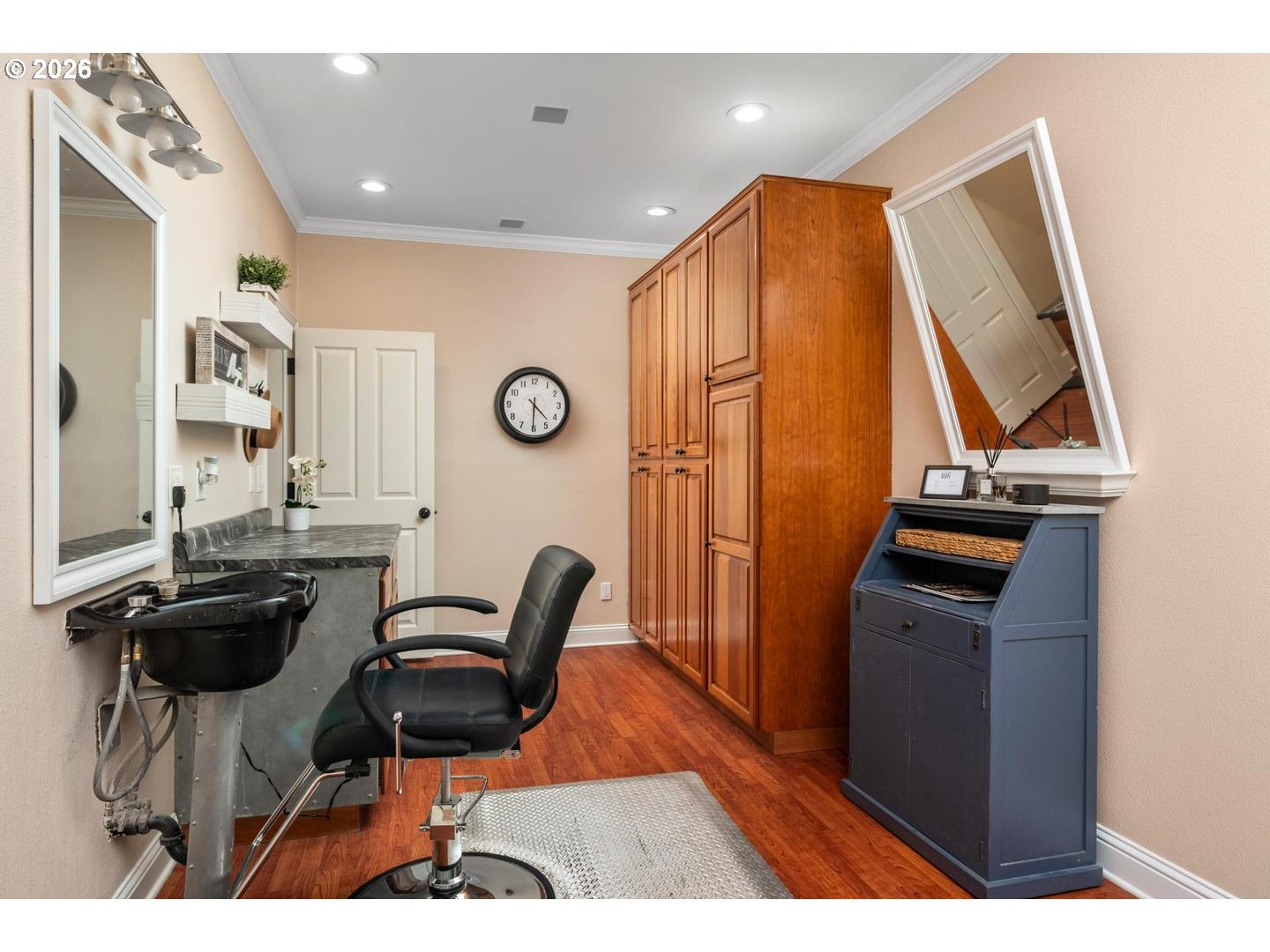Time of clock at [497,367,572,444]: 4:30
